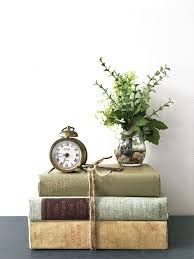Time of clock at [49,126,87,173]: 8:33
